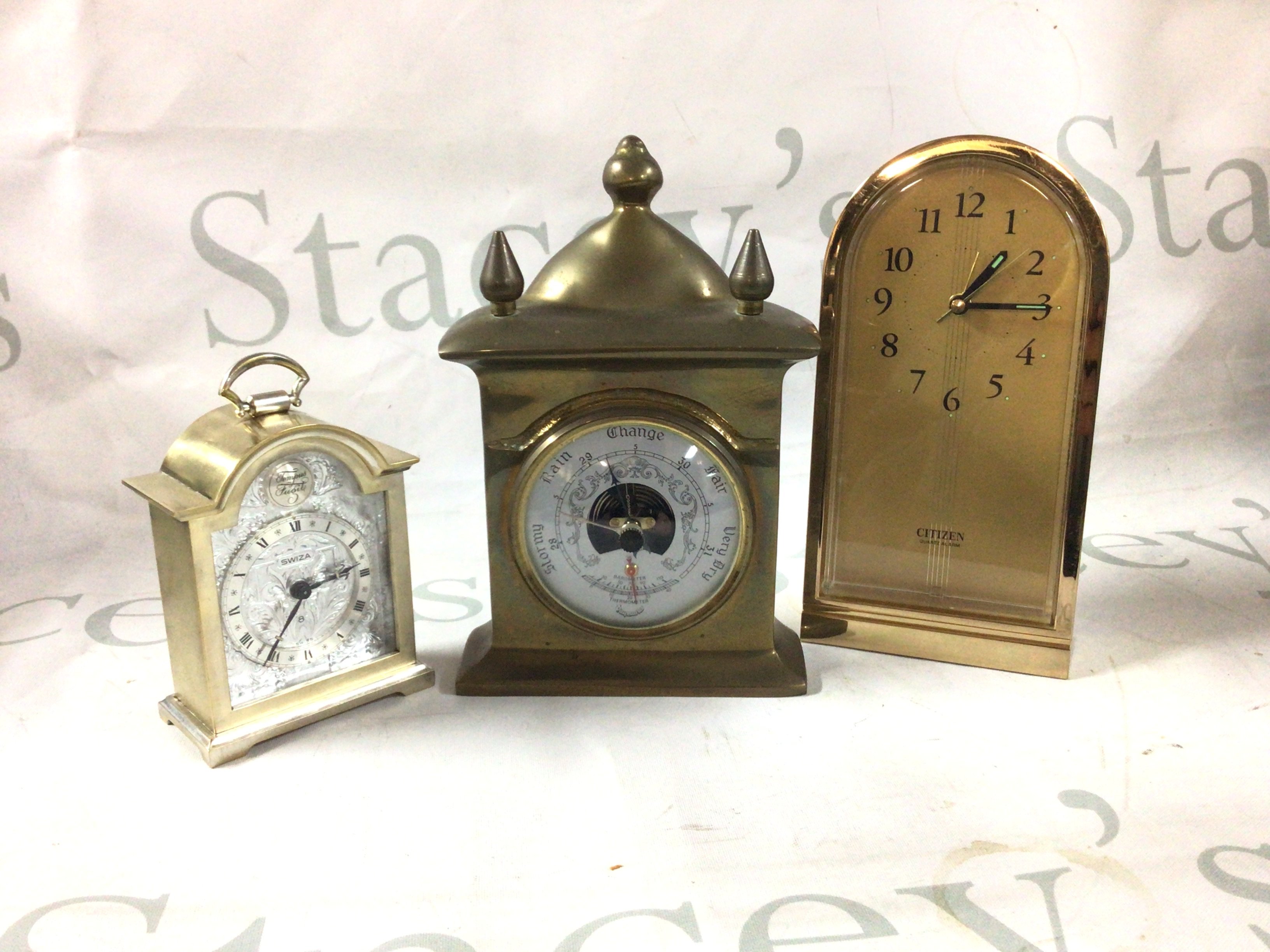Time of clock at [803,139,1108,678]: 1:14
